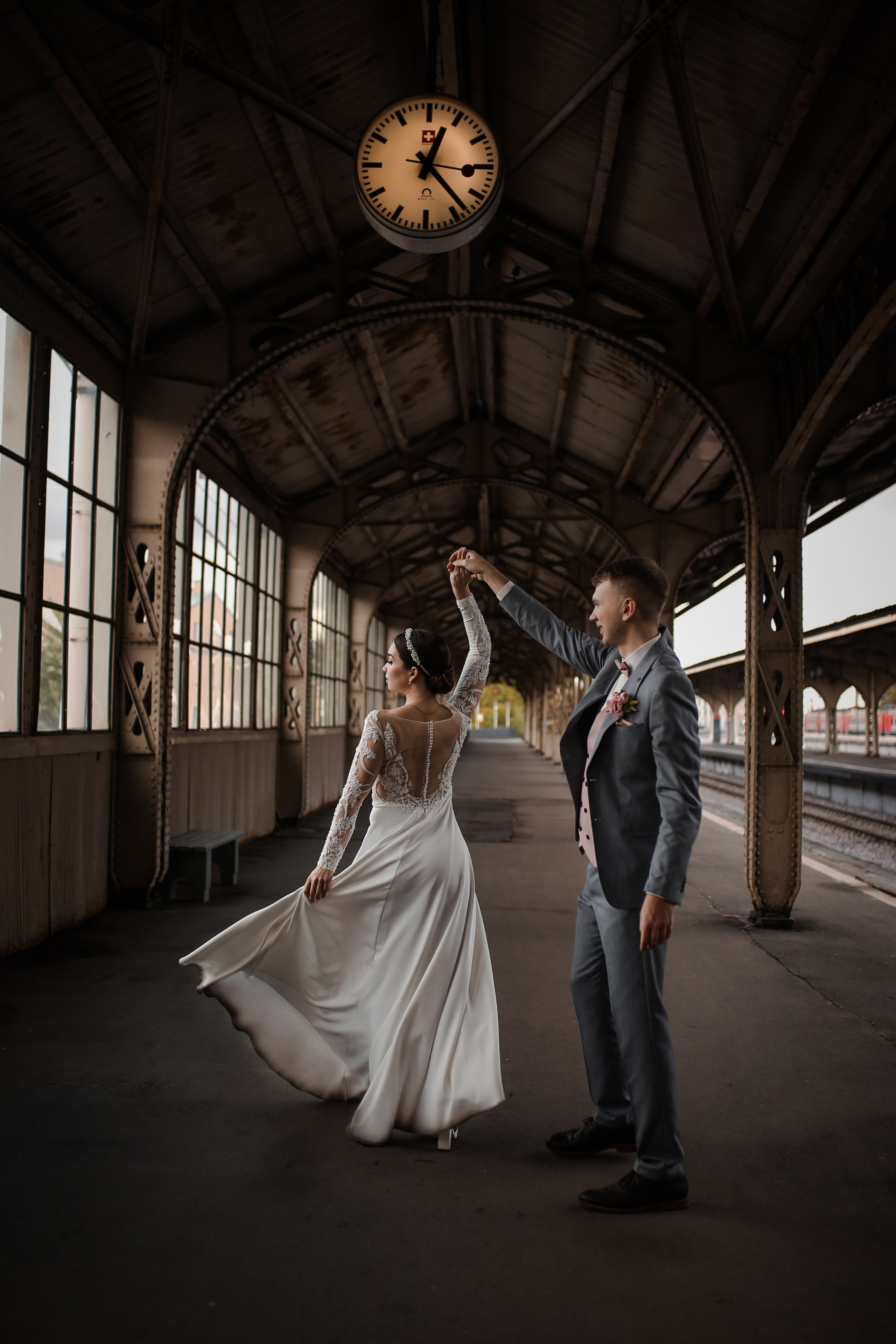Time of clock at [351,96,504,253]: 12:23
